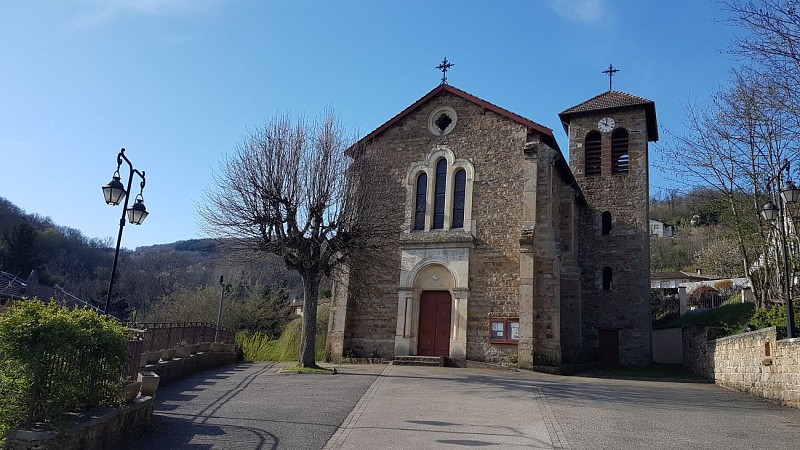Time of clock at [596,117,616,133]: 10:00
